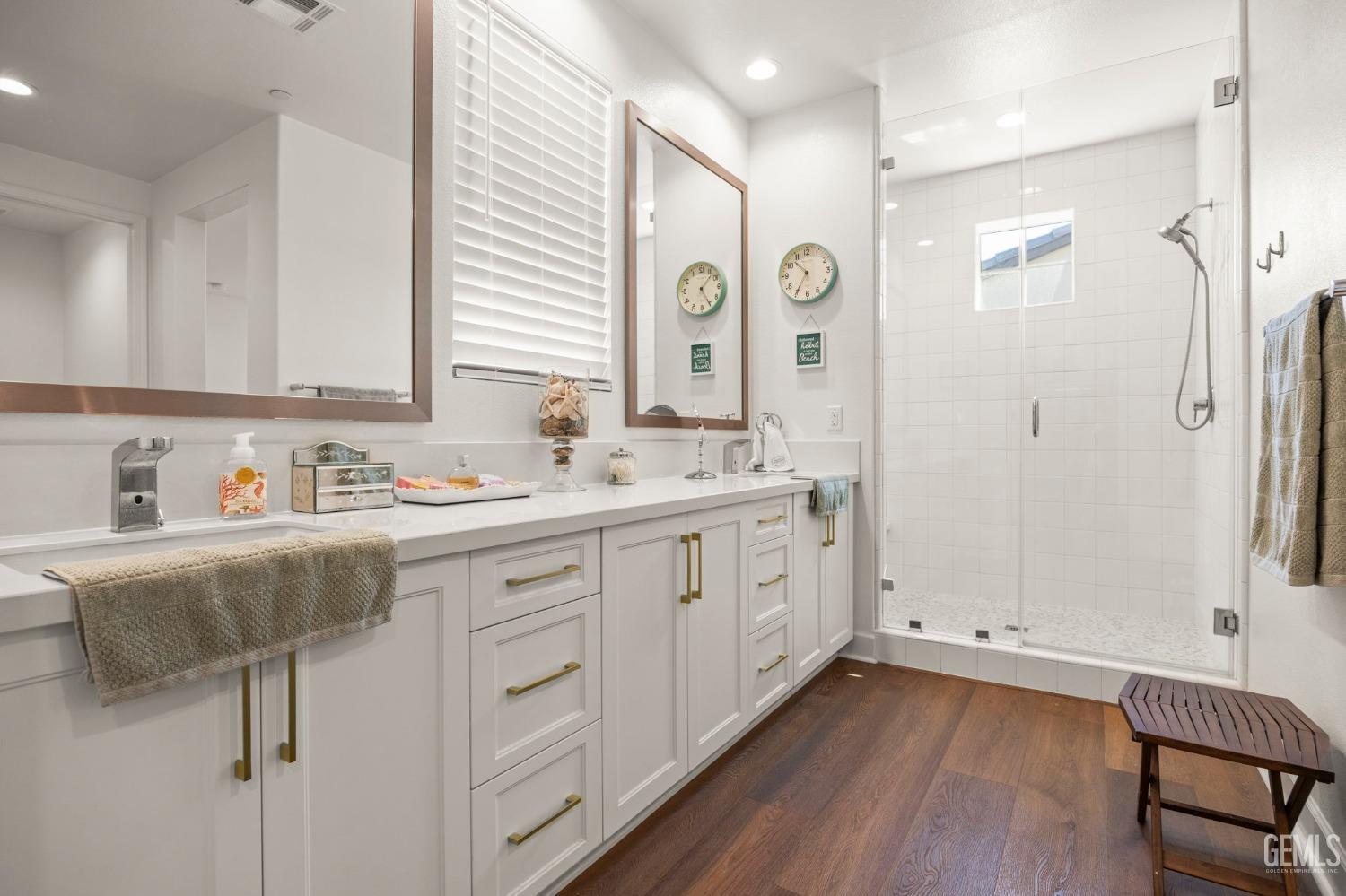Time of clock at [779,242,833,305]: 10:35
